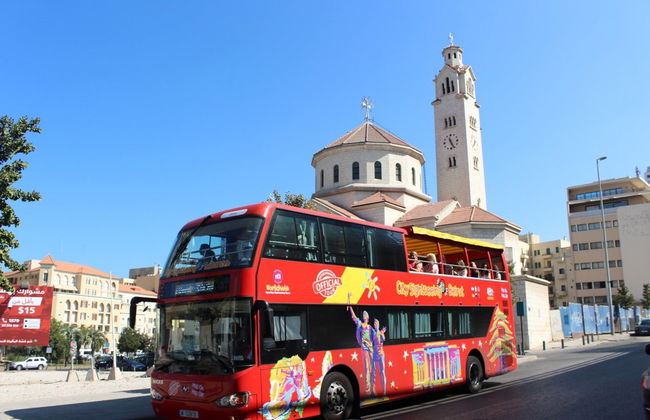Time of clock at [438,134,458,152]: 11:25
